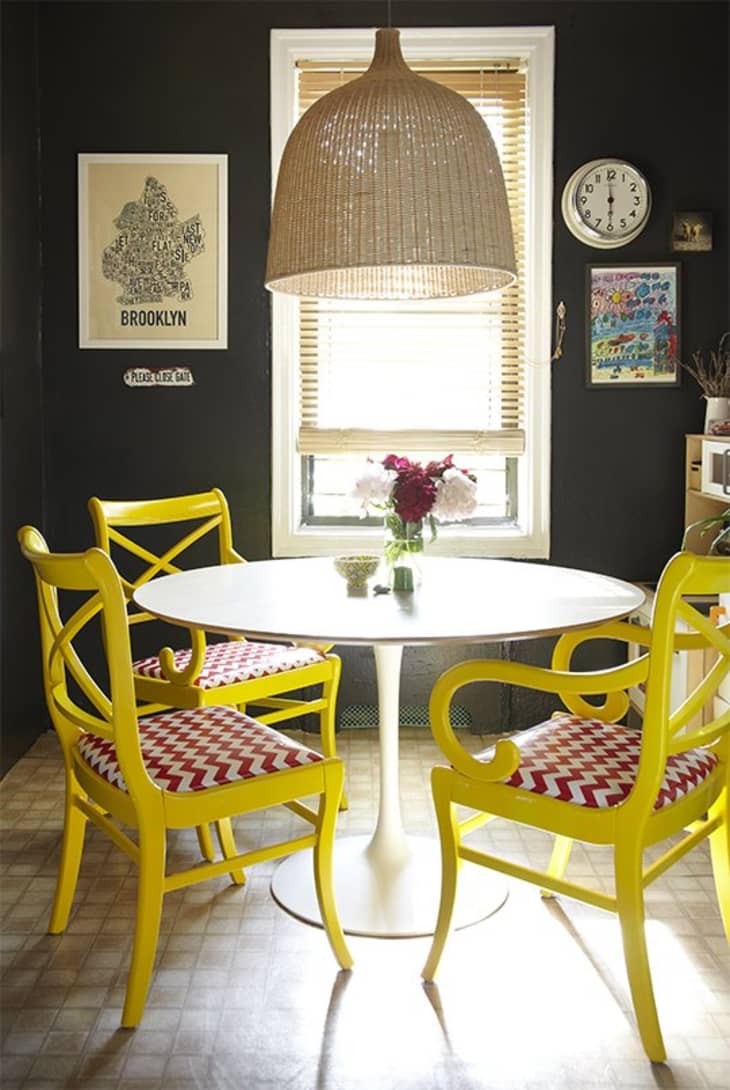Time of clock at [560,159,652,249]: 5:59
